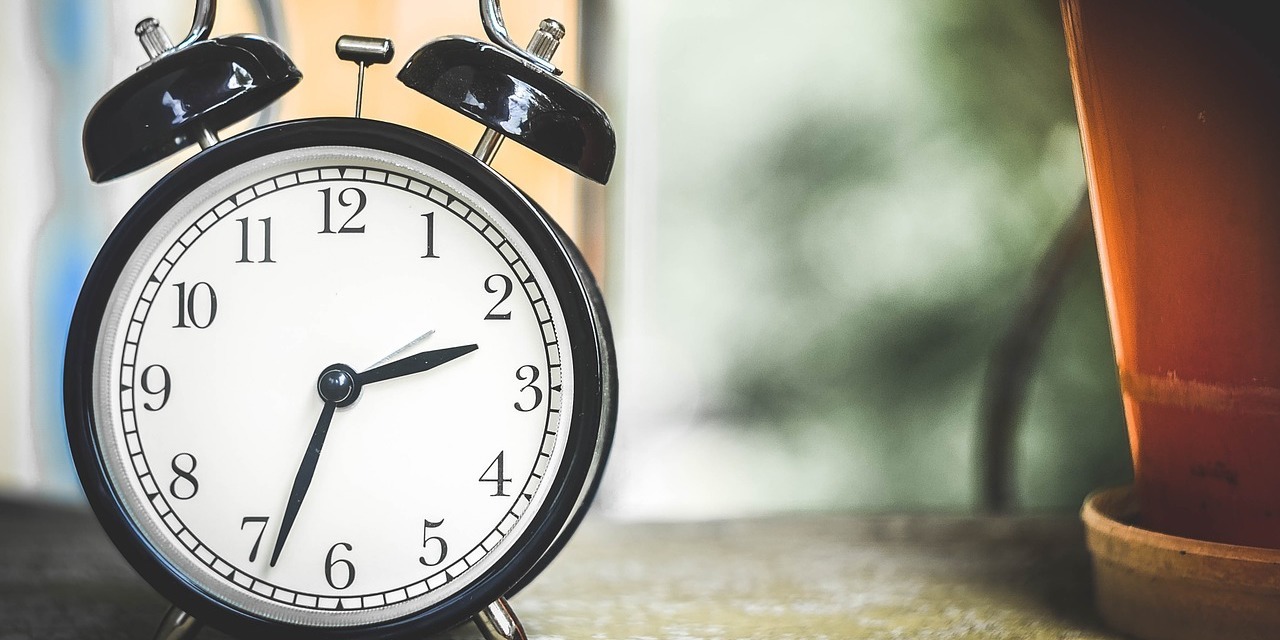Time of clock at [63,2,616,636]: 2:33
